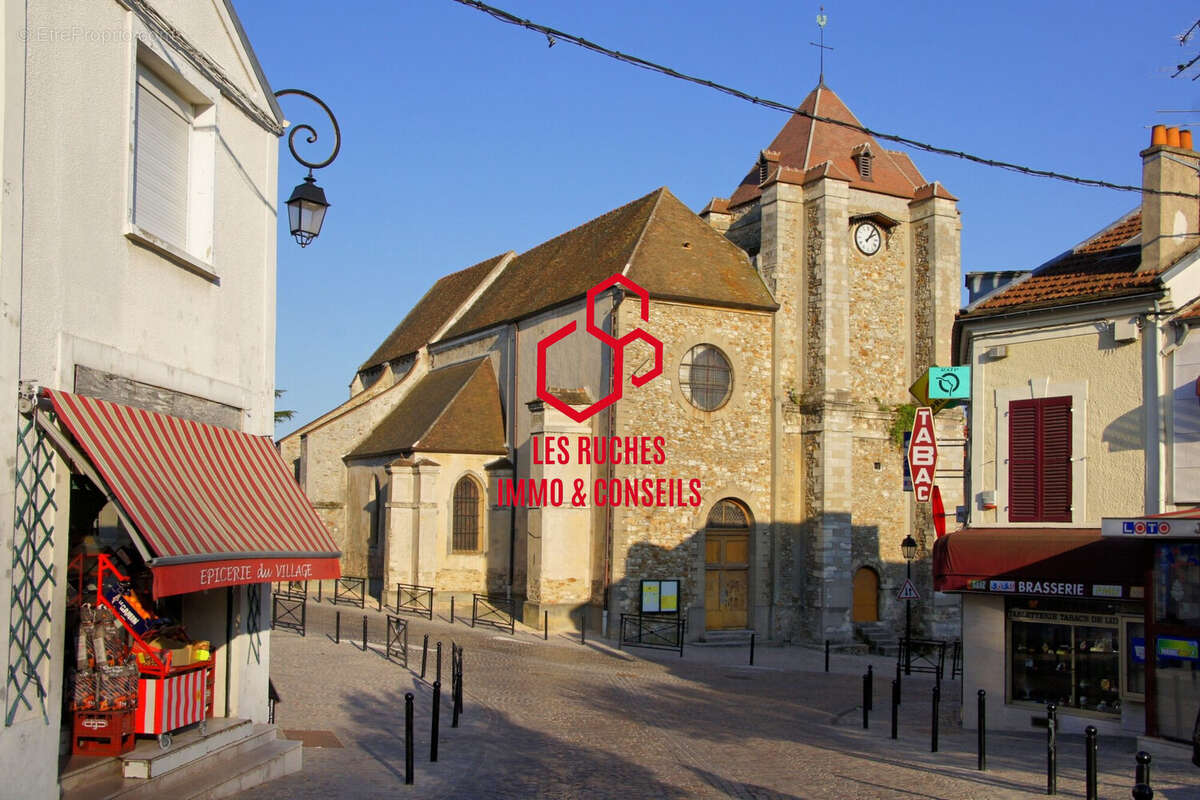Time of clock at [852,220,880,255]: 2:06
